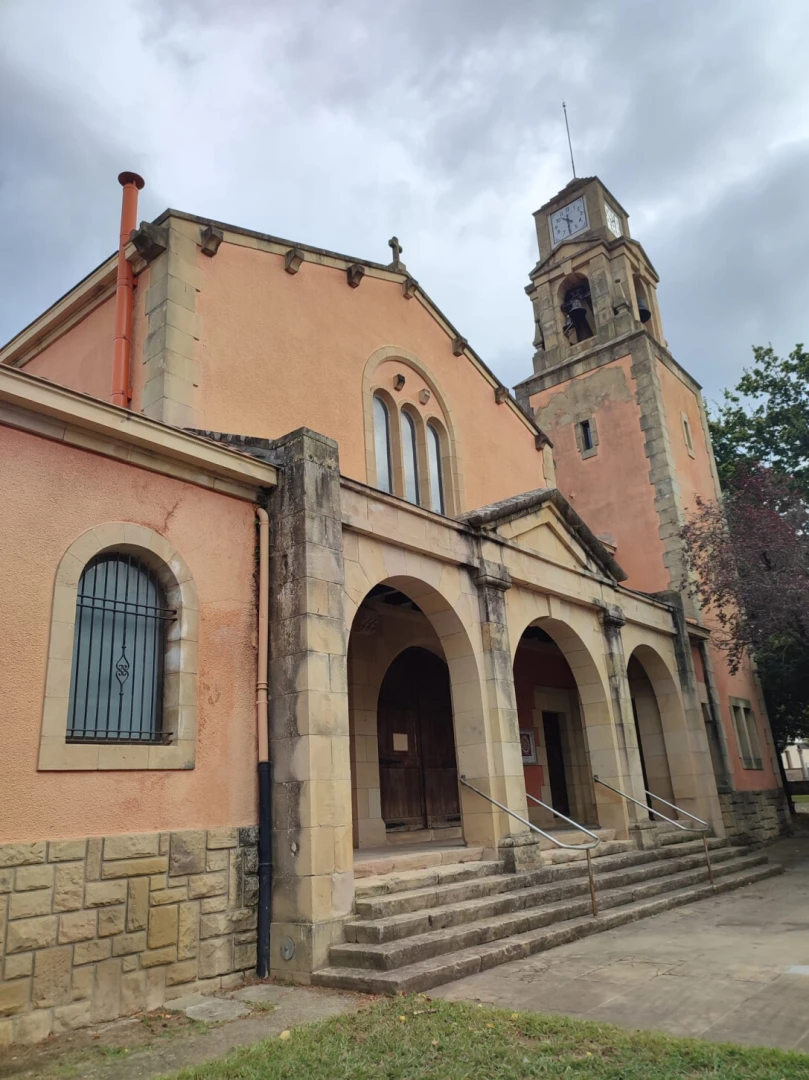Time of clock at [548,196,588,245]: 10:30
